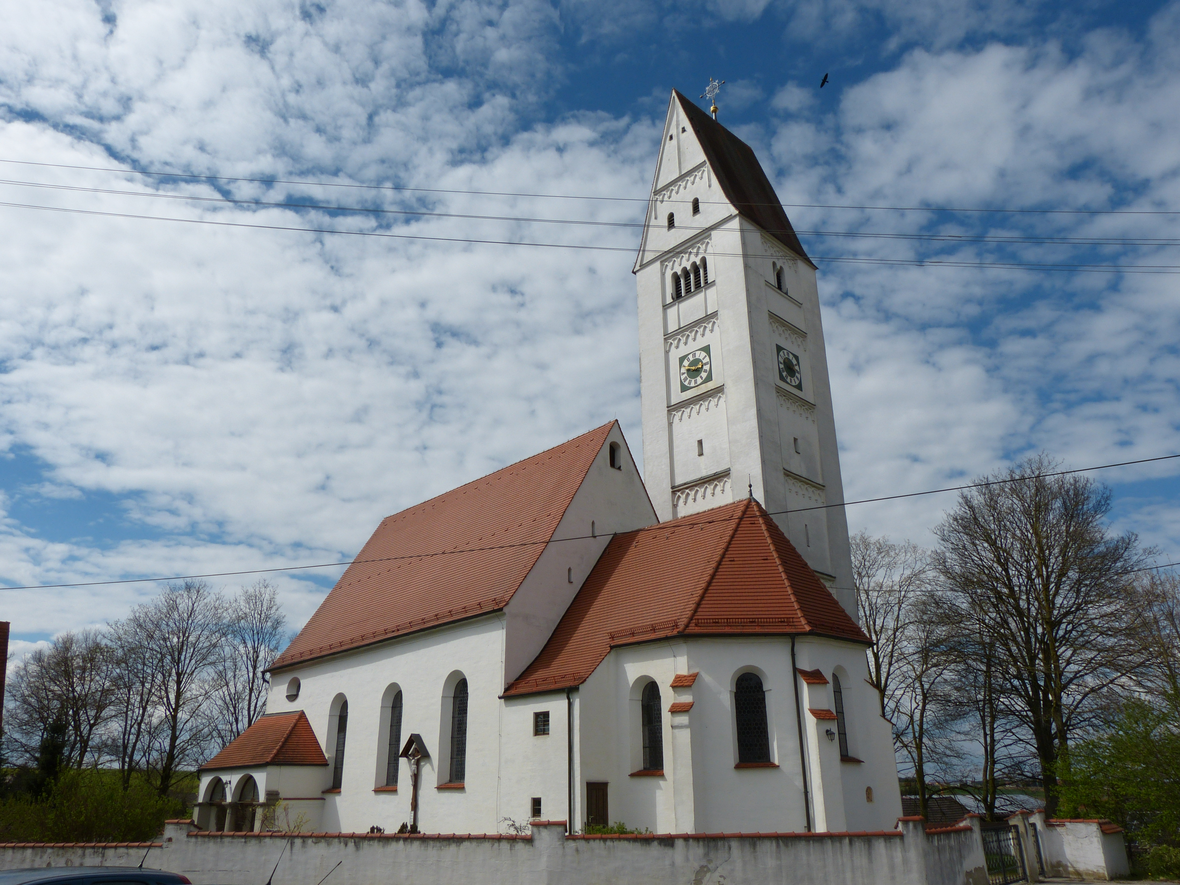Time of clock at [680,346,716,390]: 2:48
